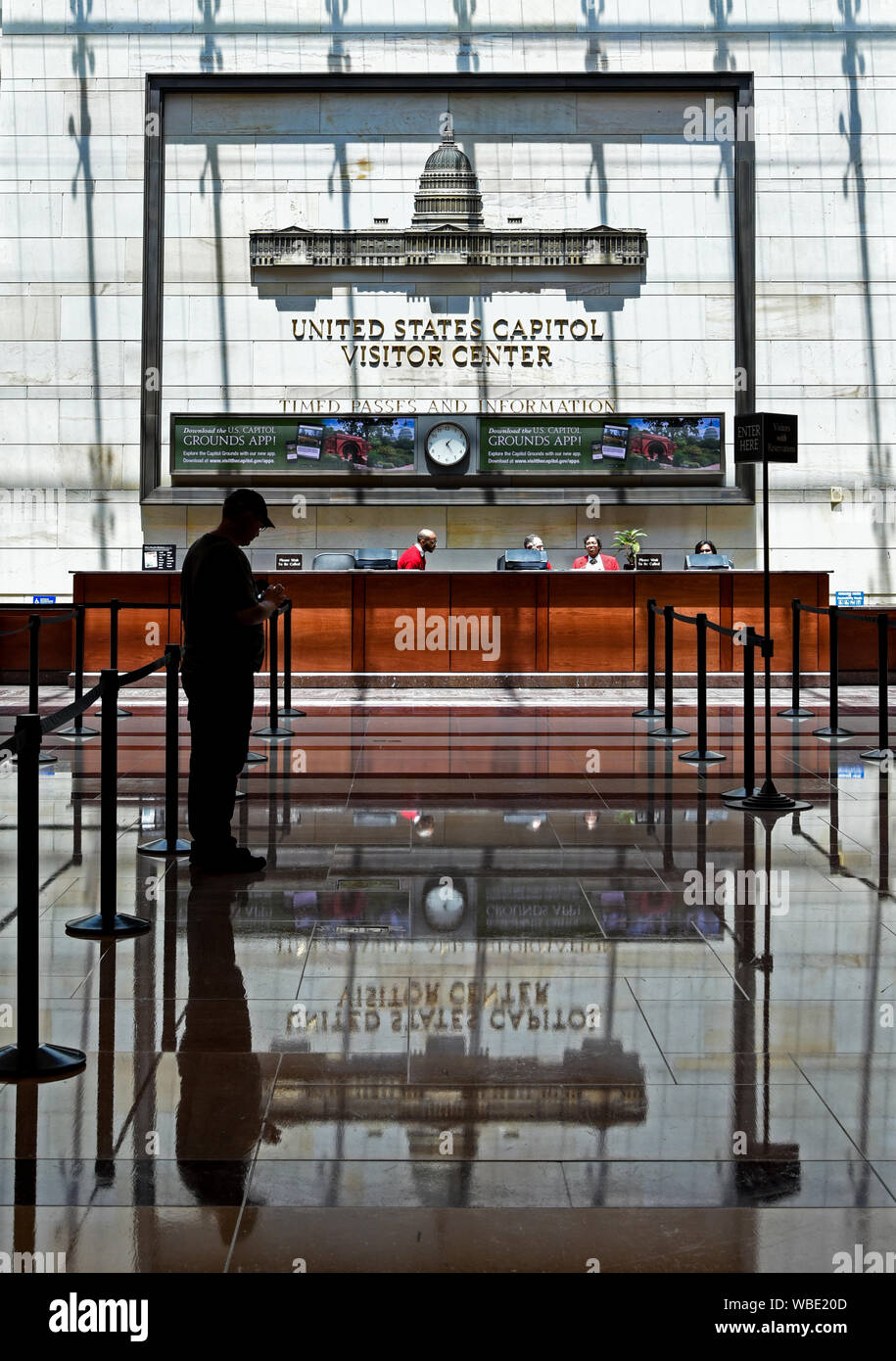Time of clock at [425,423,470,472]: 1:24
